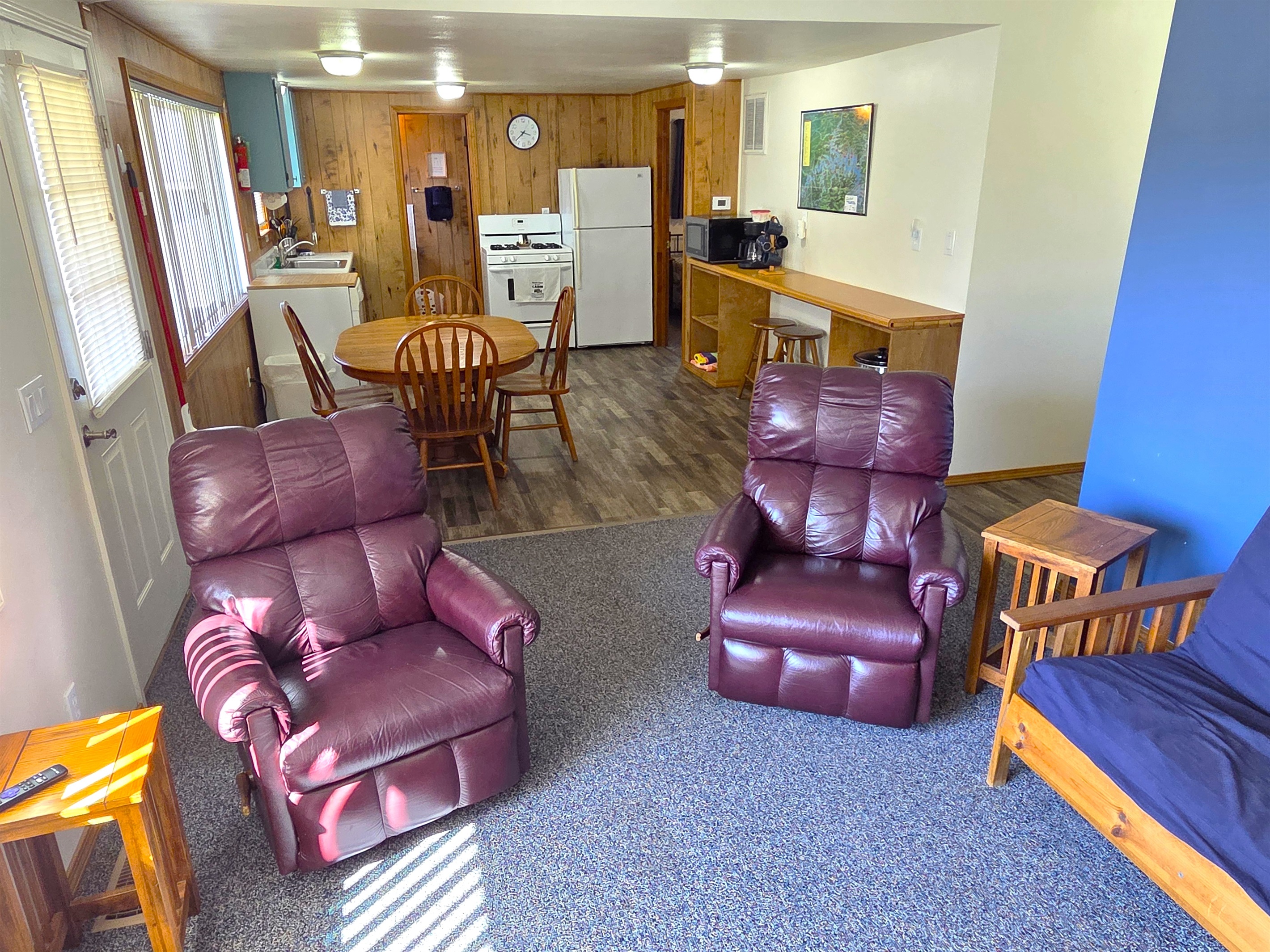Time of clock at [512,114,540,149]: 3:38
